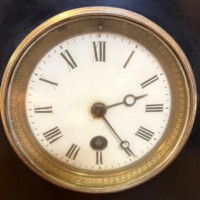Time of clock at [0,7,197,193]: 2:24
